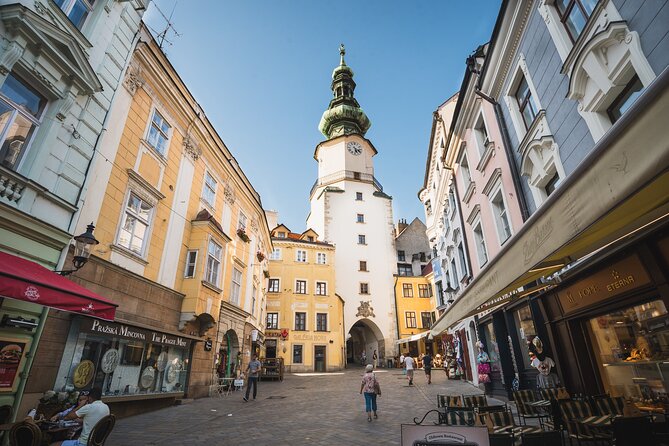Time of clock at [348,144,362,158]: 5:18
